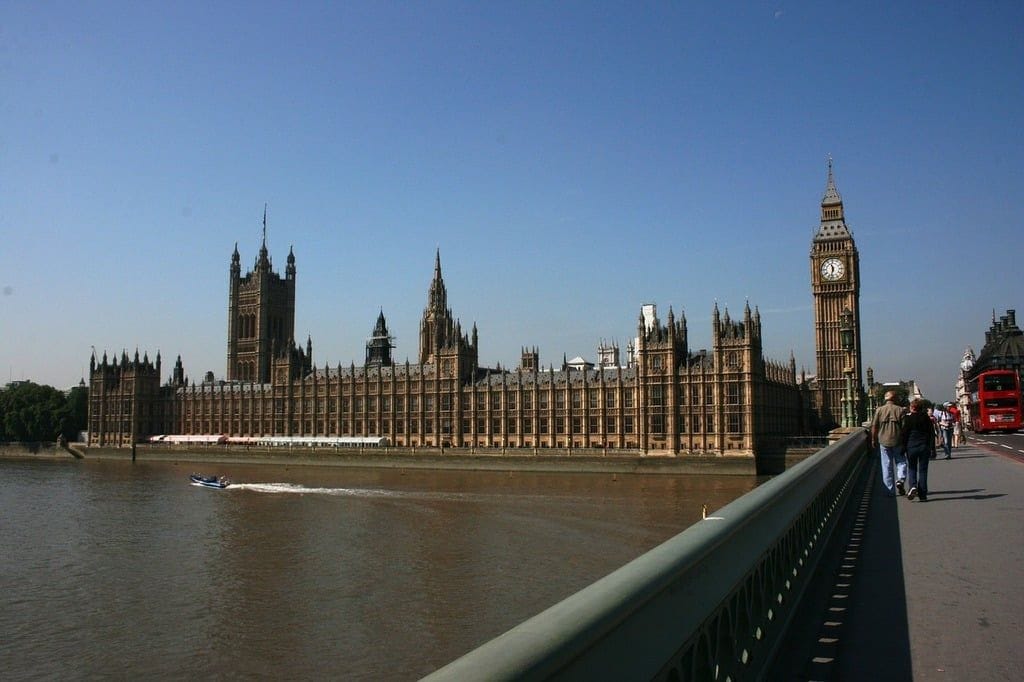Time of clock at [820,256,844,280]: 11:32
